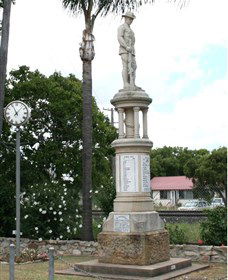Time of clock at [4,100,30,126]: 11:07
